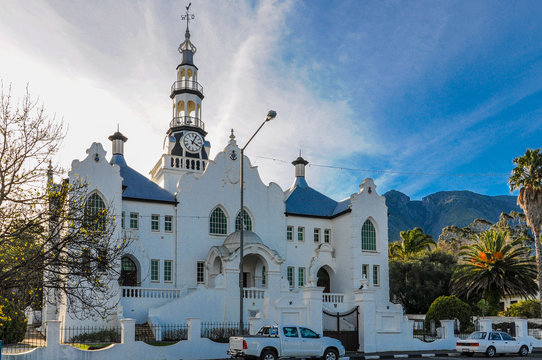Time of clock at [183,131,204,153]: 4:04
